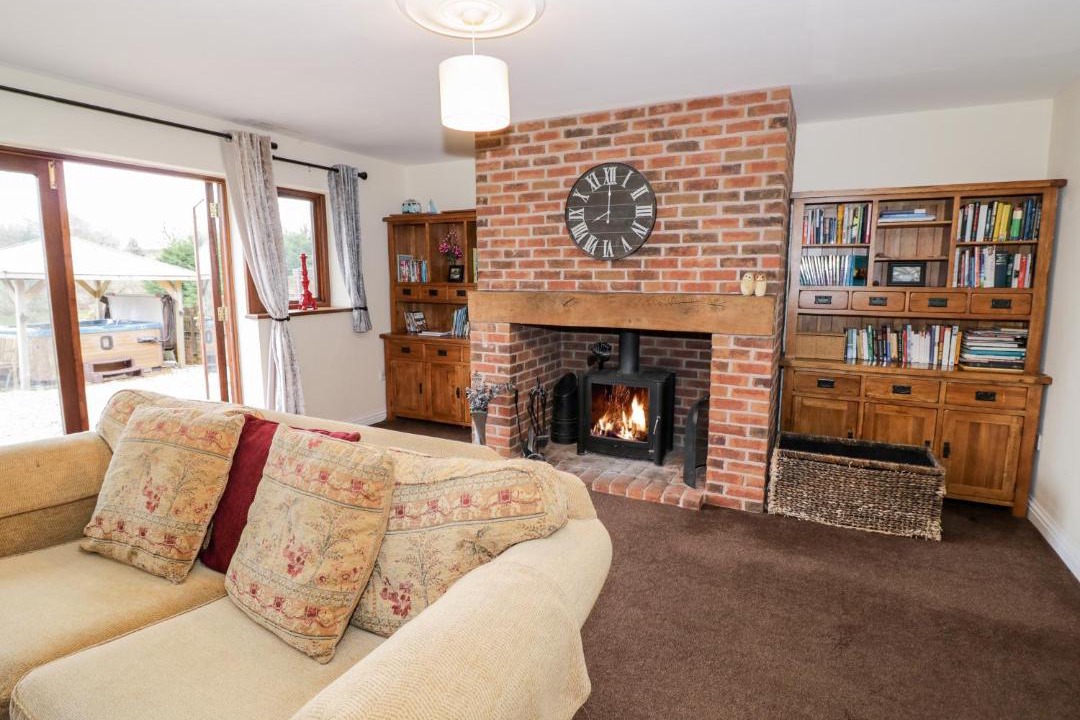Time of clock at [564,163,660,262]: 8:00
